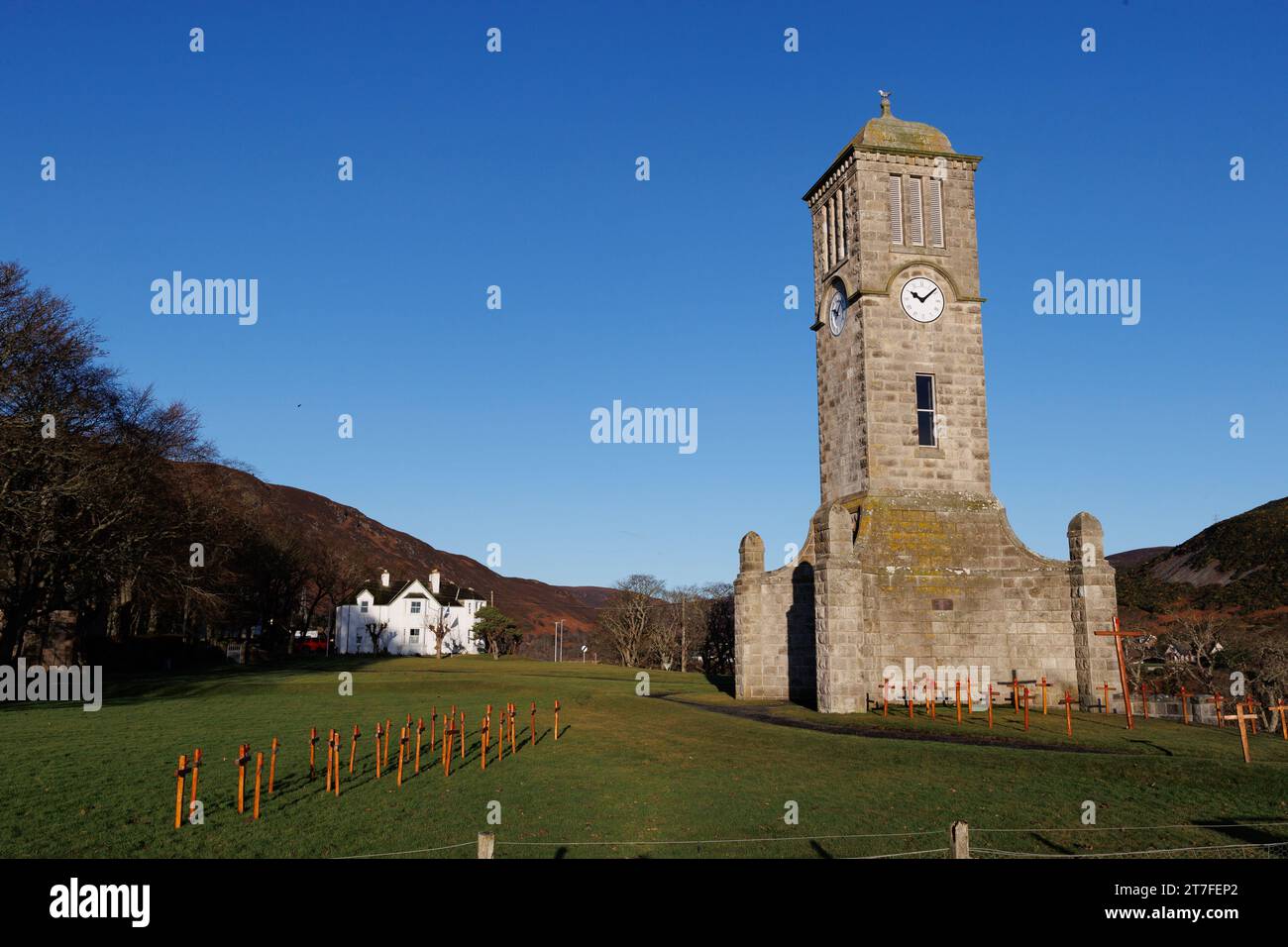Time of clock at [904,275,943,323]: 10:08
